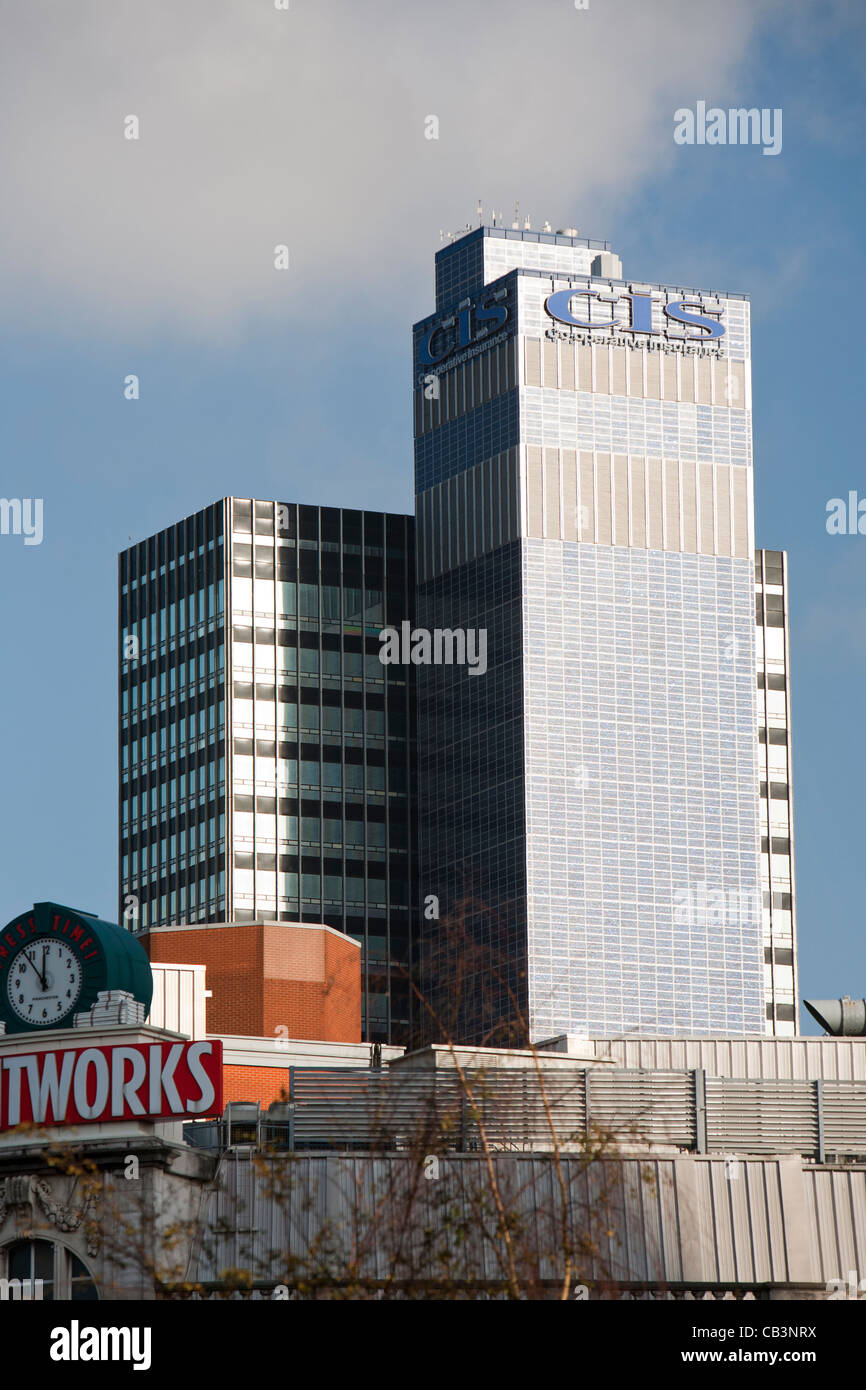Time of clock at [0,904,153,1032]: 11:53
